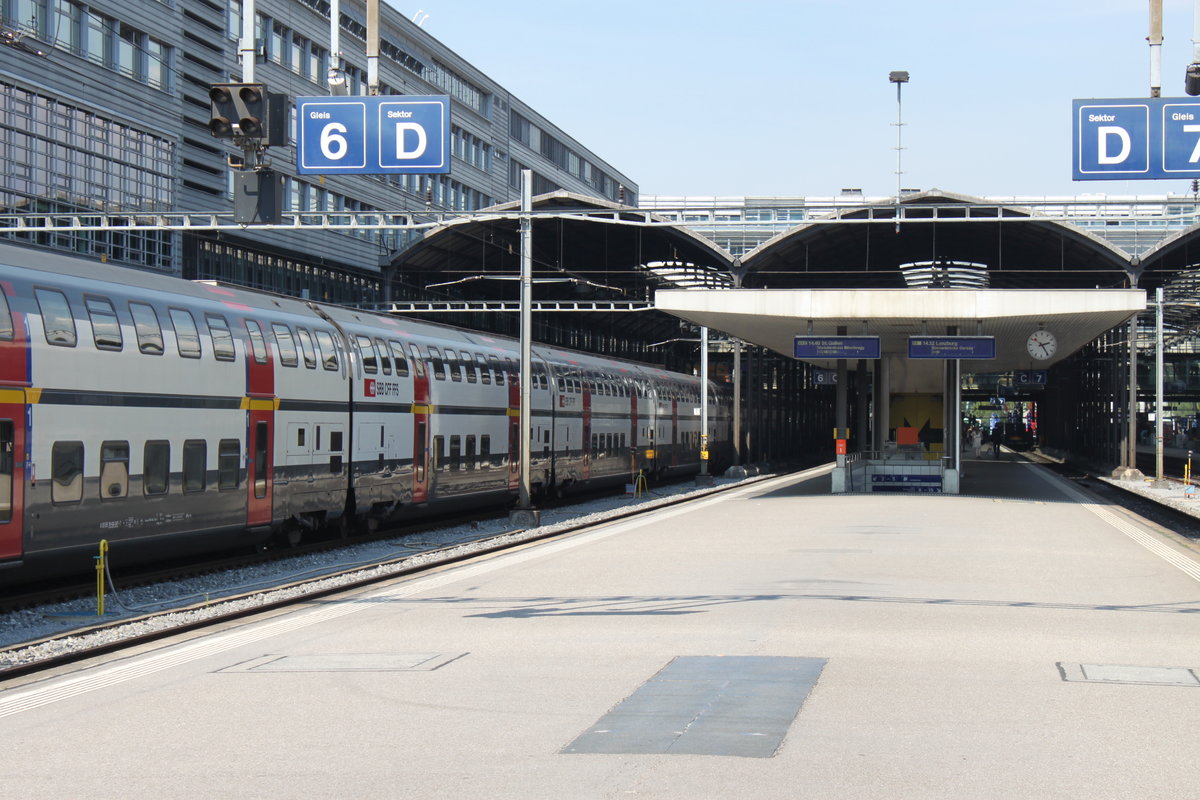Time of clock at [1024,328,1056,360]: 2:24
